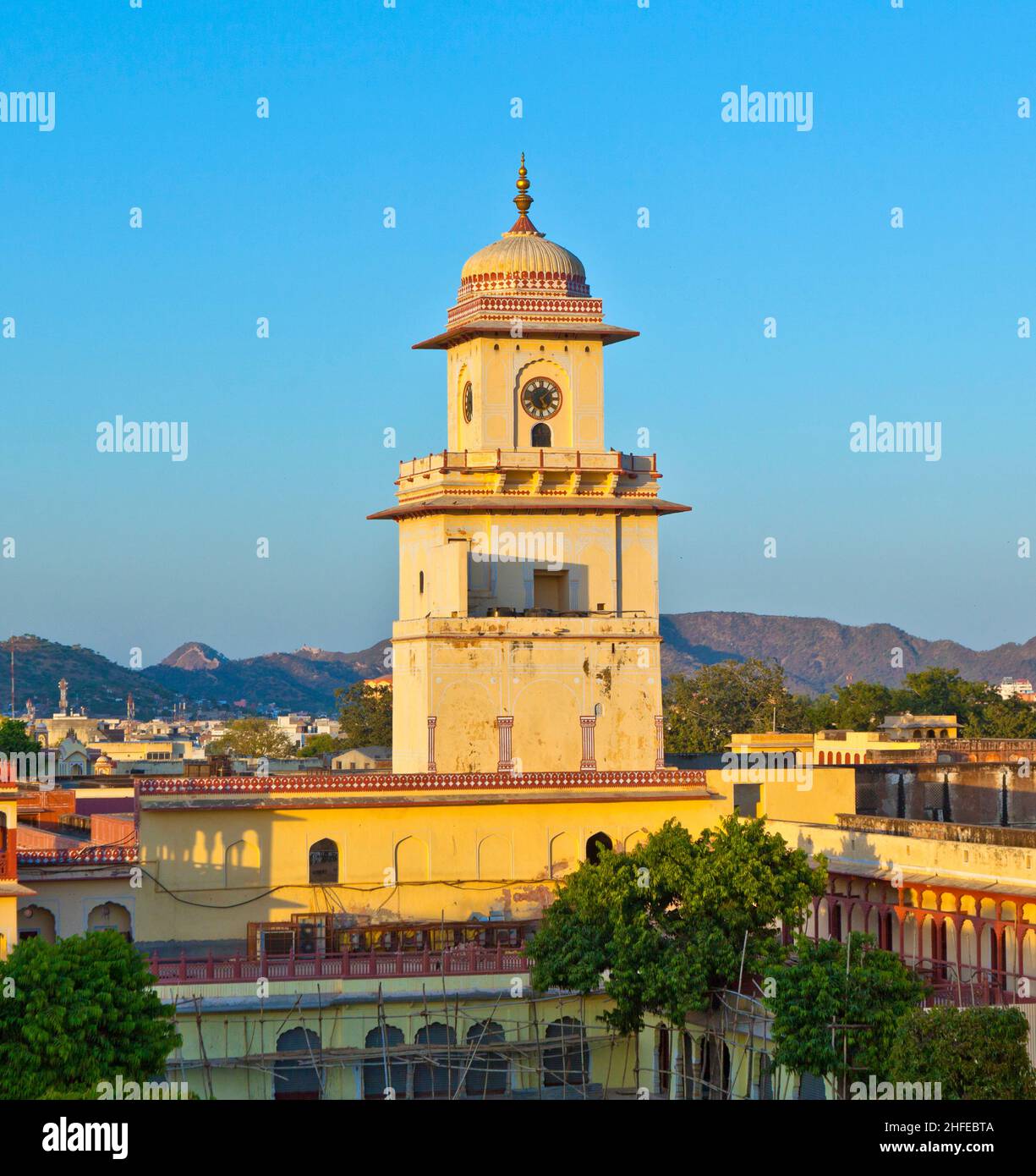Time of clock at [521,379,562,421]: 5:08
